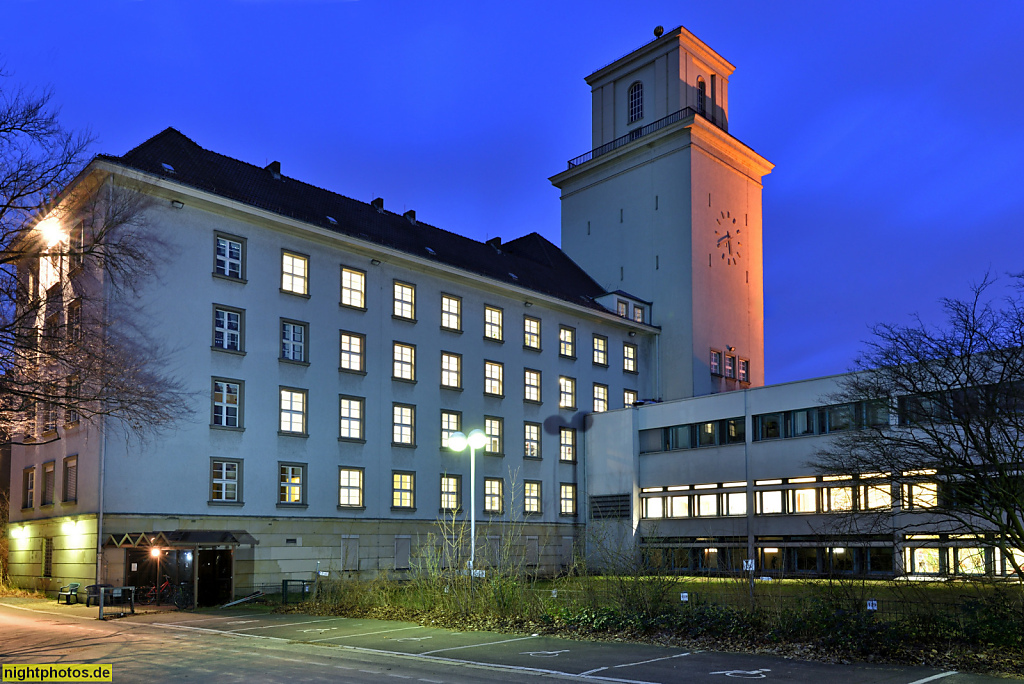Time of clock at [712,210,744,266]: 5:40
